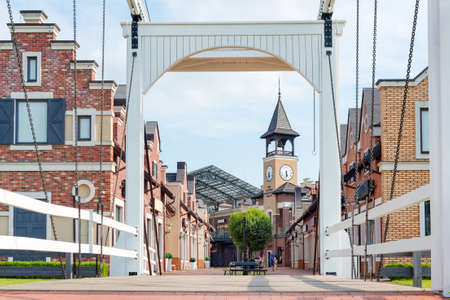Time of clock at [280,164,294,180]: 5:31
